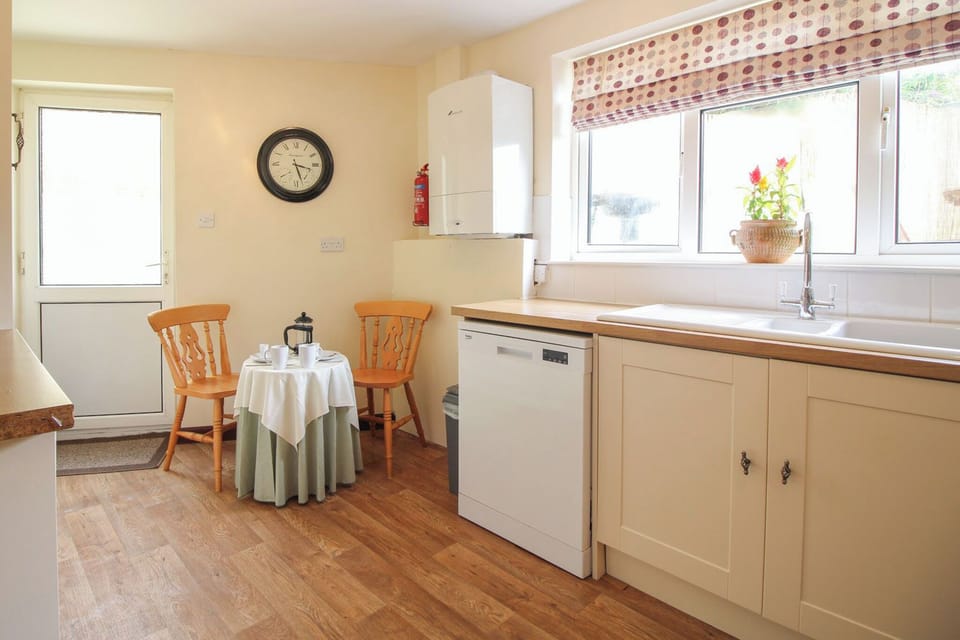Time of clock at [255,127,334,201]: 3:27
